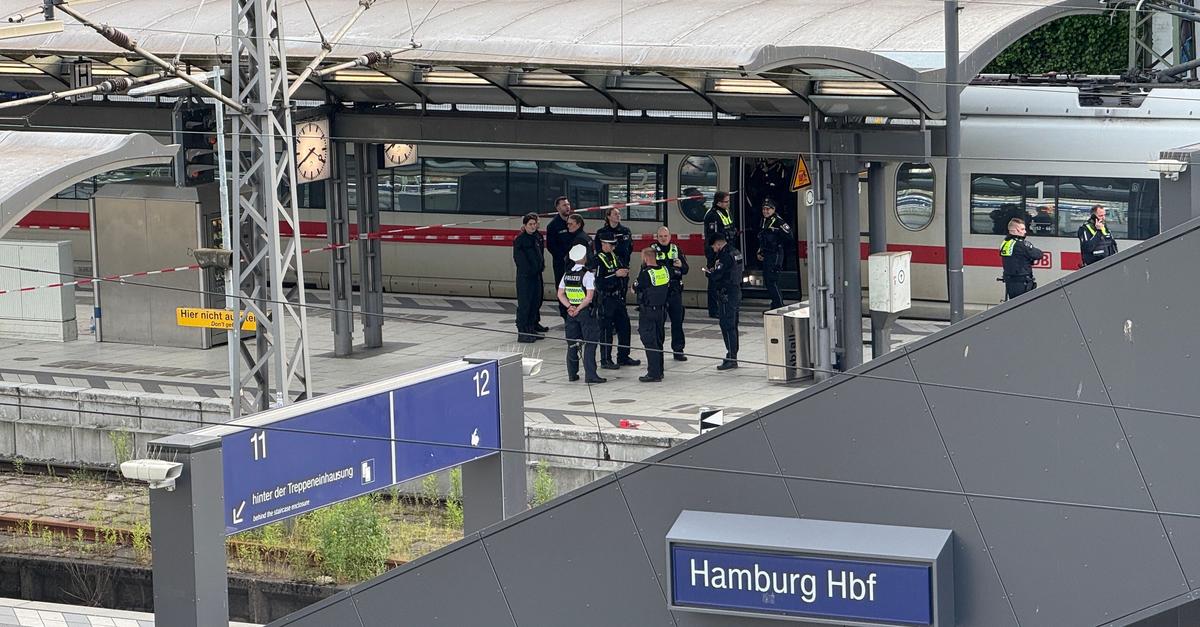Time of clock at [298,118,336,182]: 3:40
